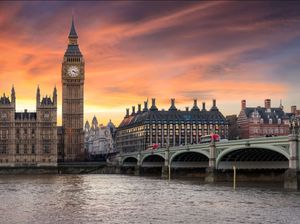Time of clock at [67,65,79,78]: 4:17
